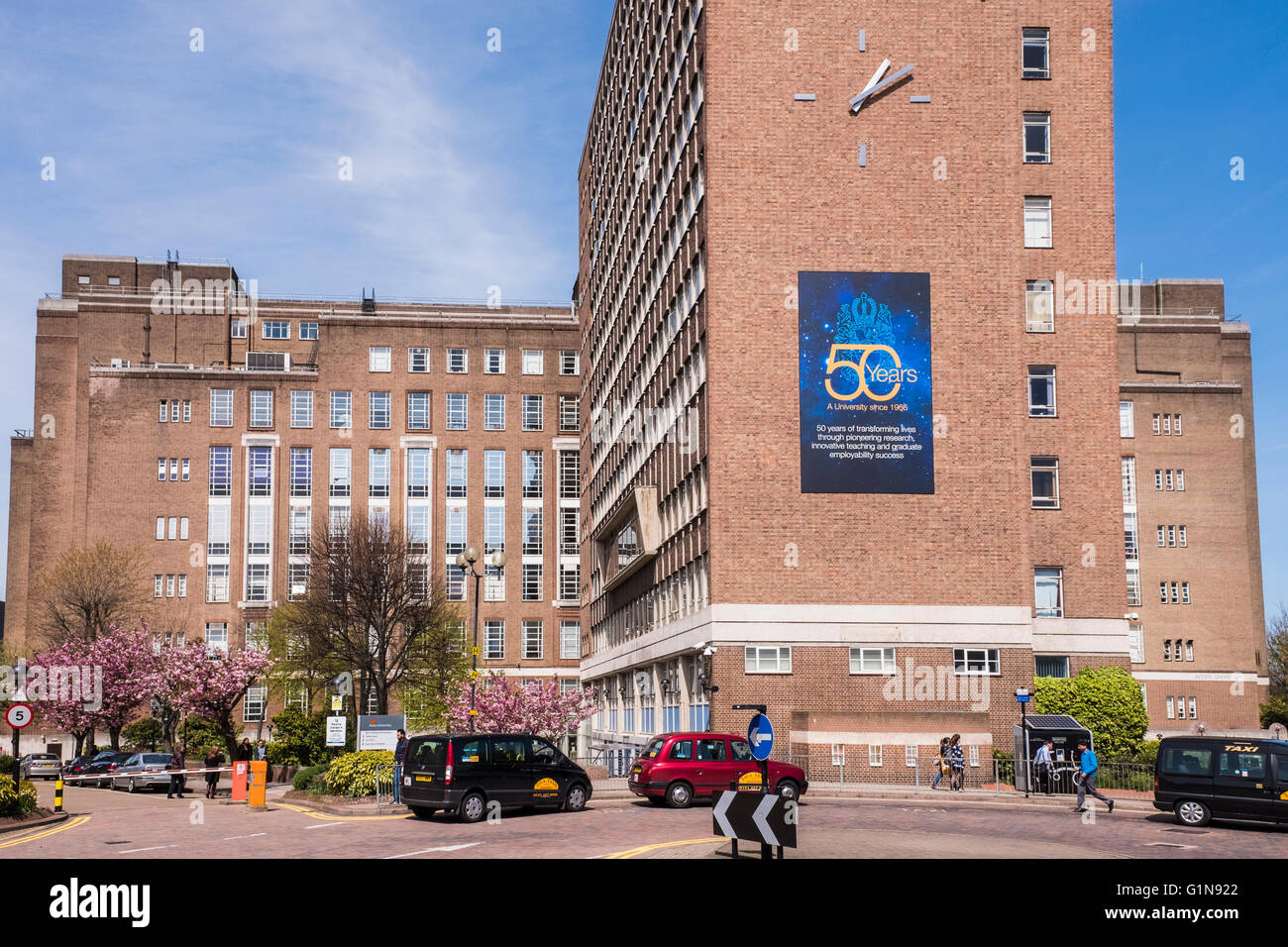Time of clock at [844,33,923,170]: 1:09
